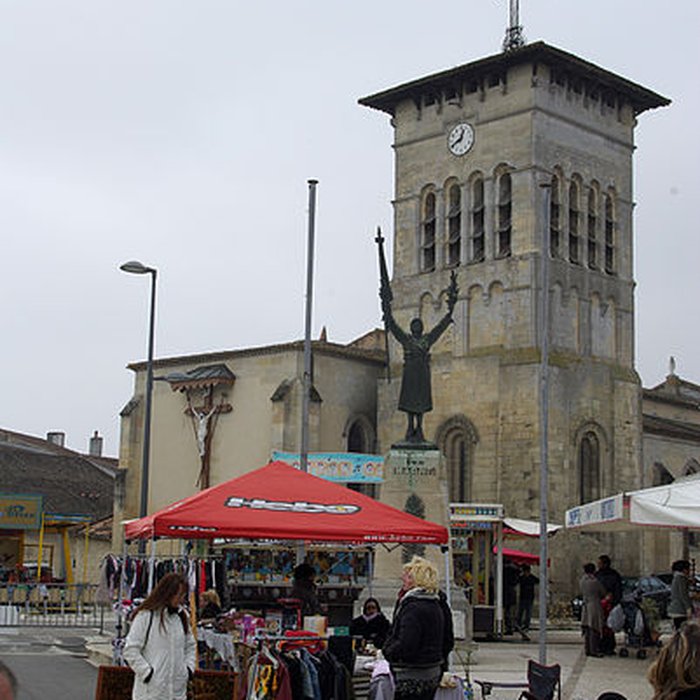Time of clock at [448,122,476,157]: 12:40
